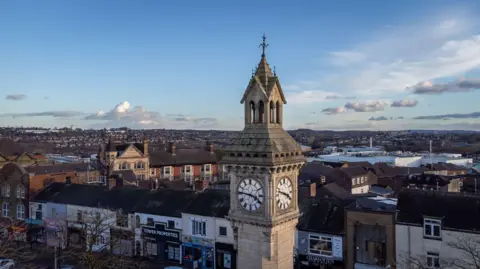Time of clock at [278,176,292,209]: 3:47
